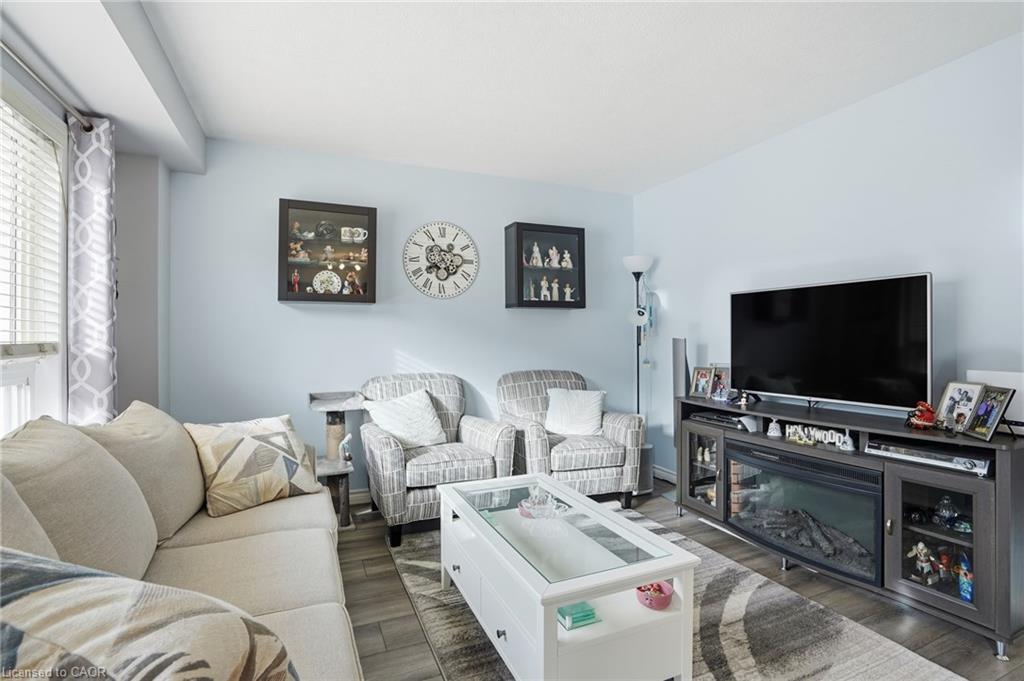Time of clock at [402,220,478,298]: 7:55
